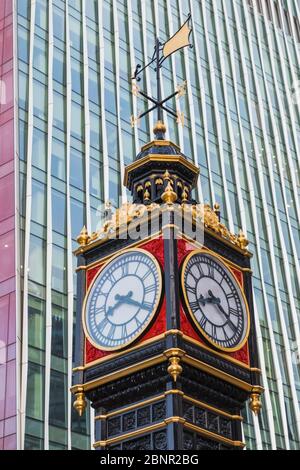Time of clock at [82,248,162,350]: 8:20
